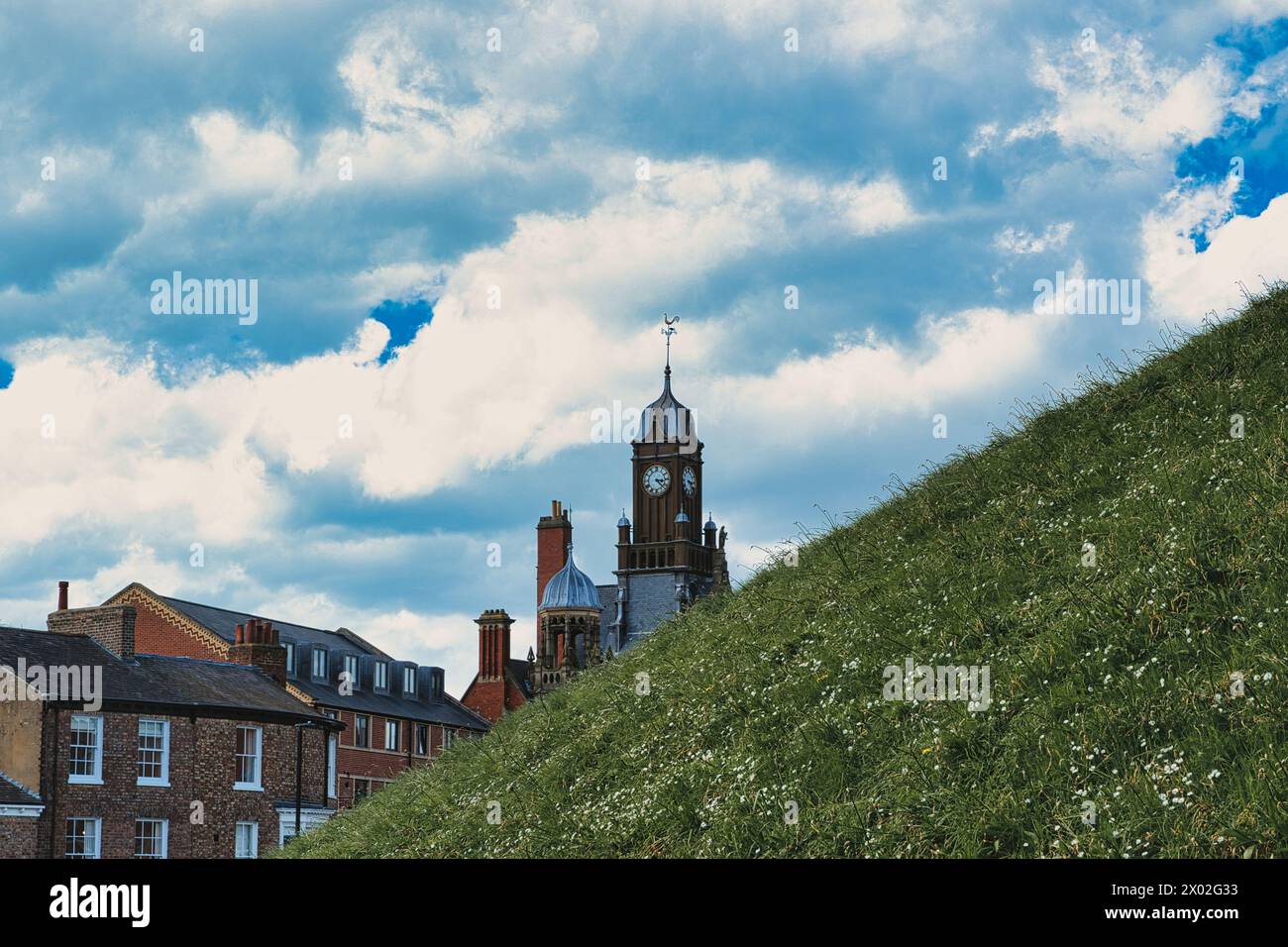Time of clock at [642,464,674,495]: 3:22
